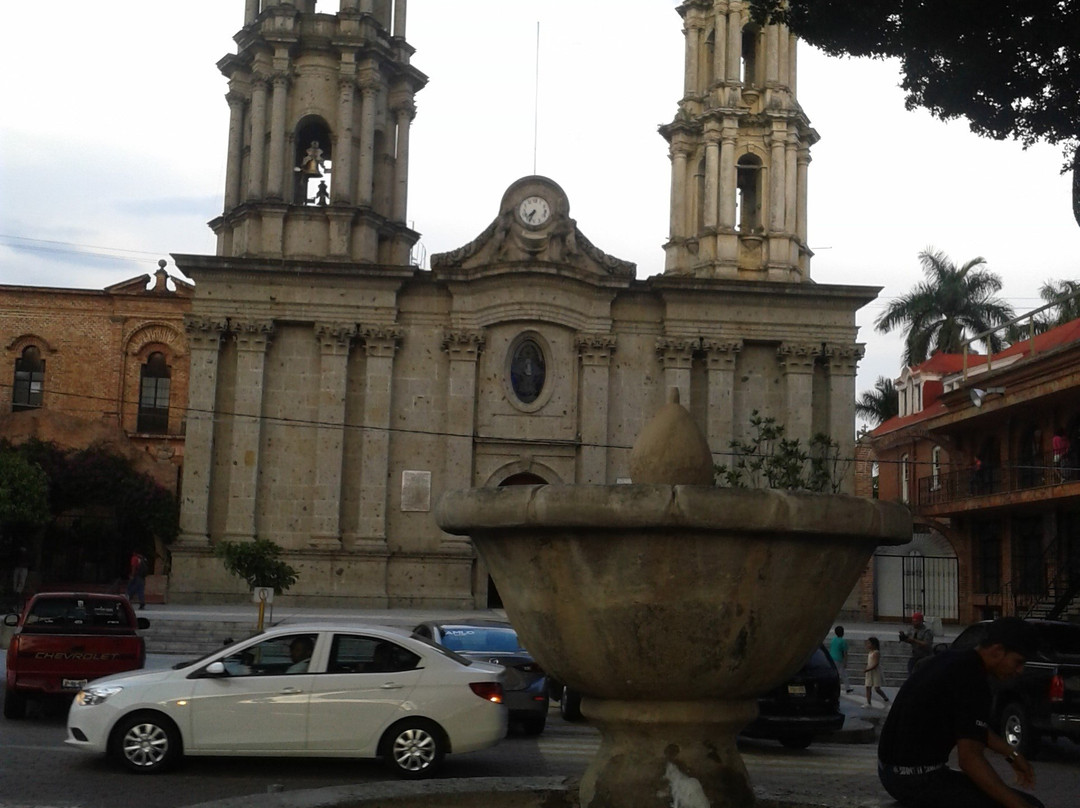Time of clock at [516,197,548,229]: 7:33
